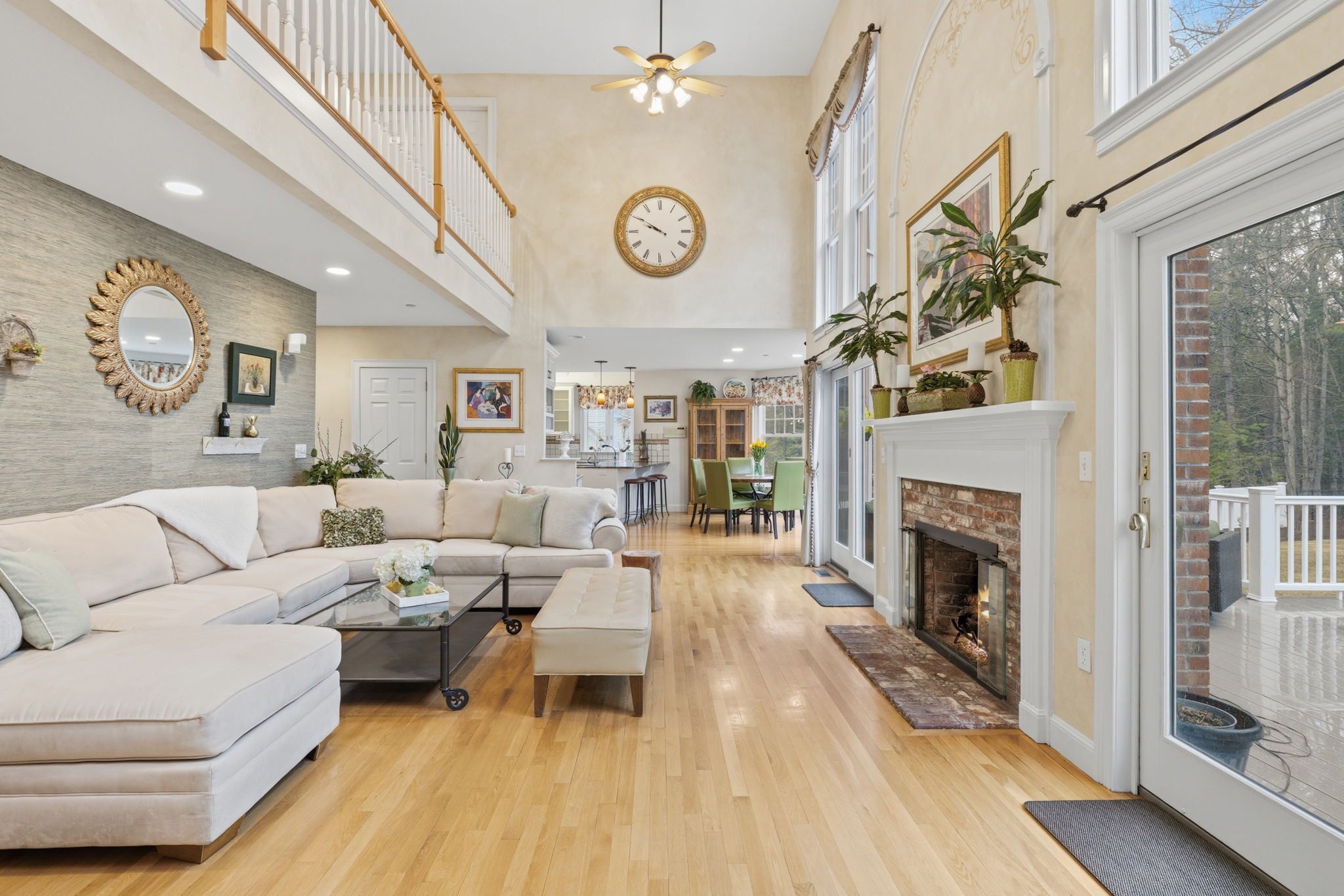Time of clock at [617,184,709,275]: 9:50
